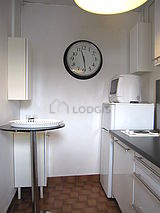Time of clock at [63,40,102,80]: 11:28
